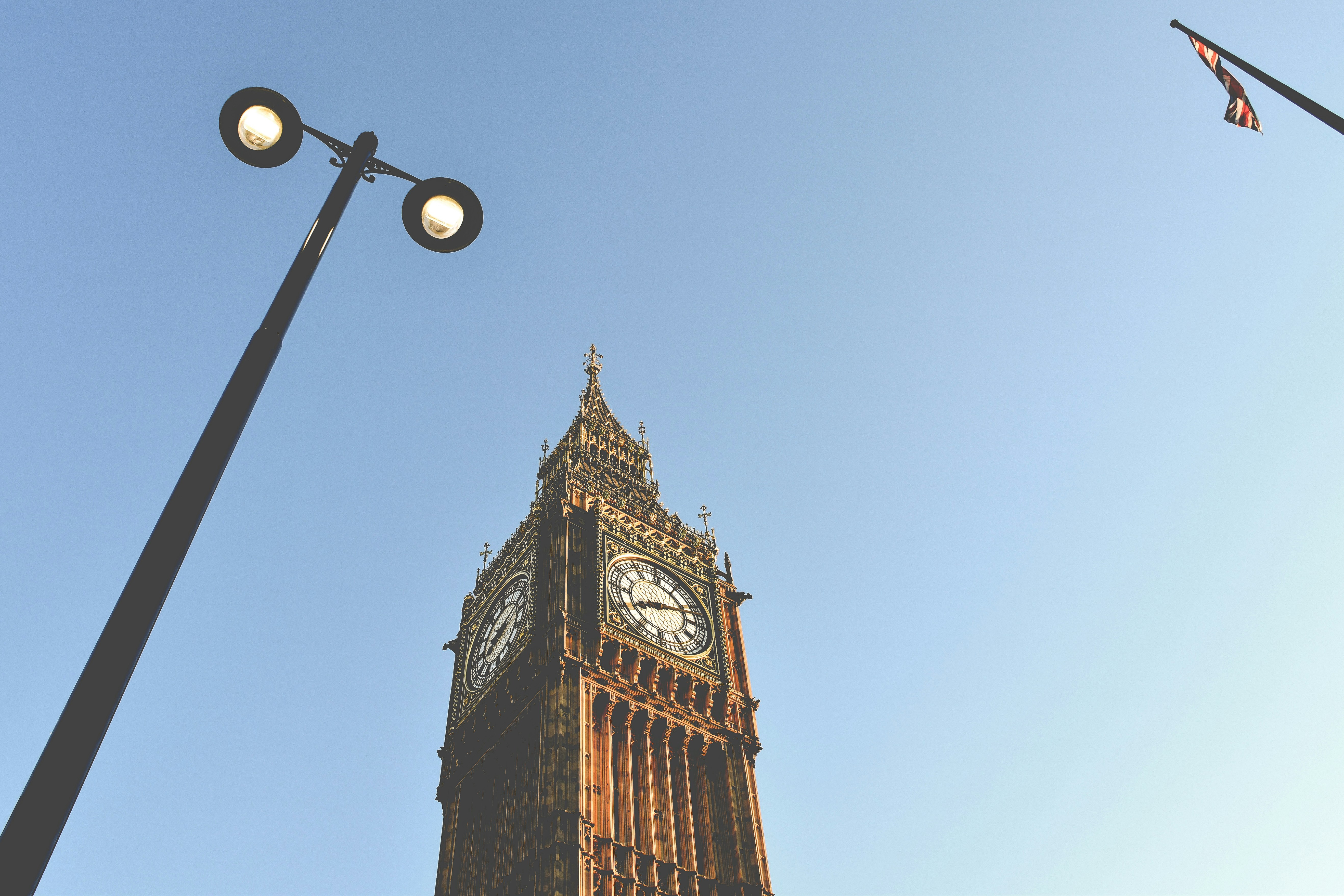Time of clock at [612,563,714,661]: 8:12
